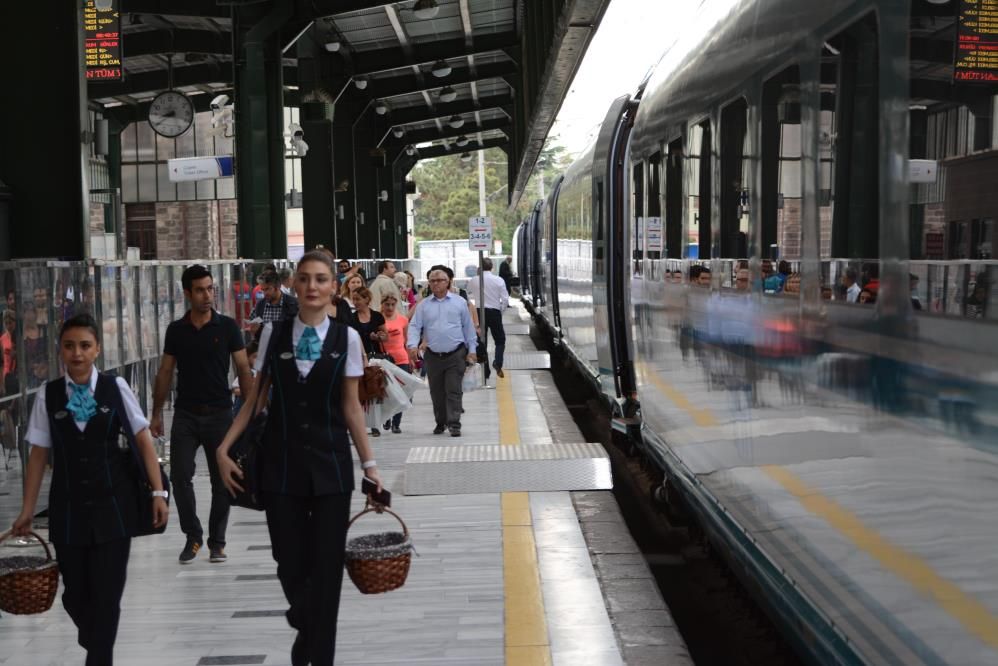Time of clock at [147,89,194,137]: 8:39
